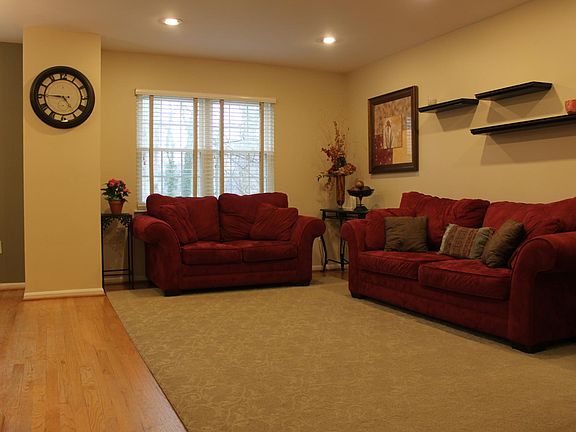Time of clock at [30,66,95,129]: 4:45
